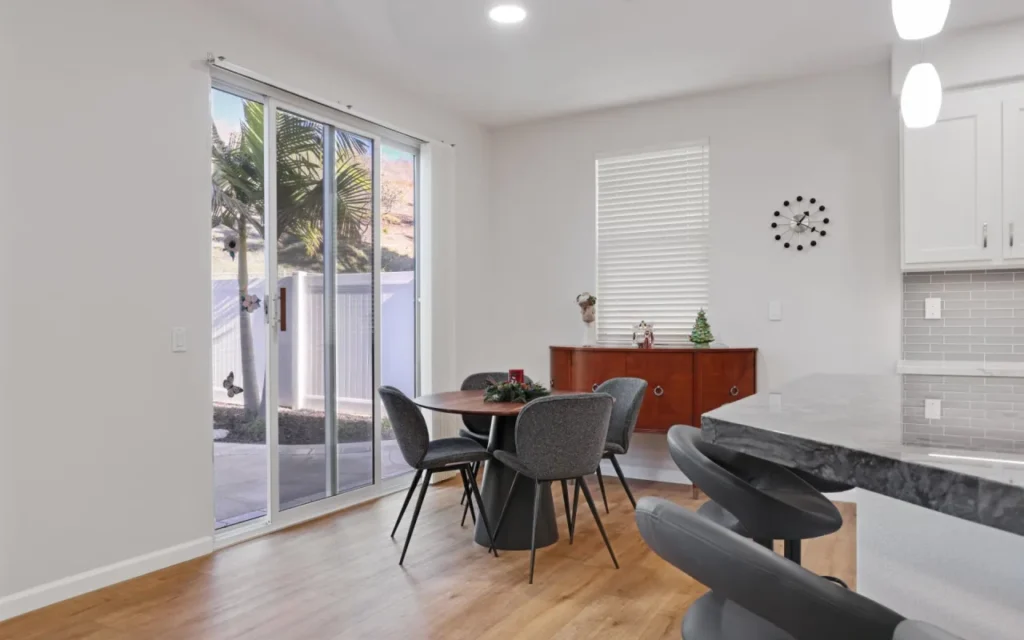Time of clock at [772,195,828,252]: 1:19
